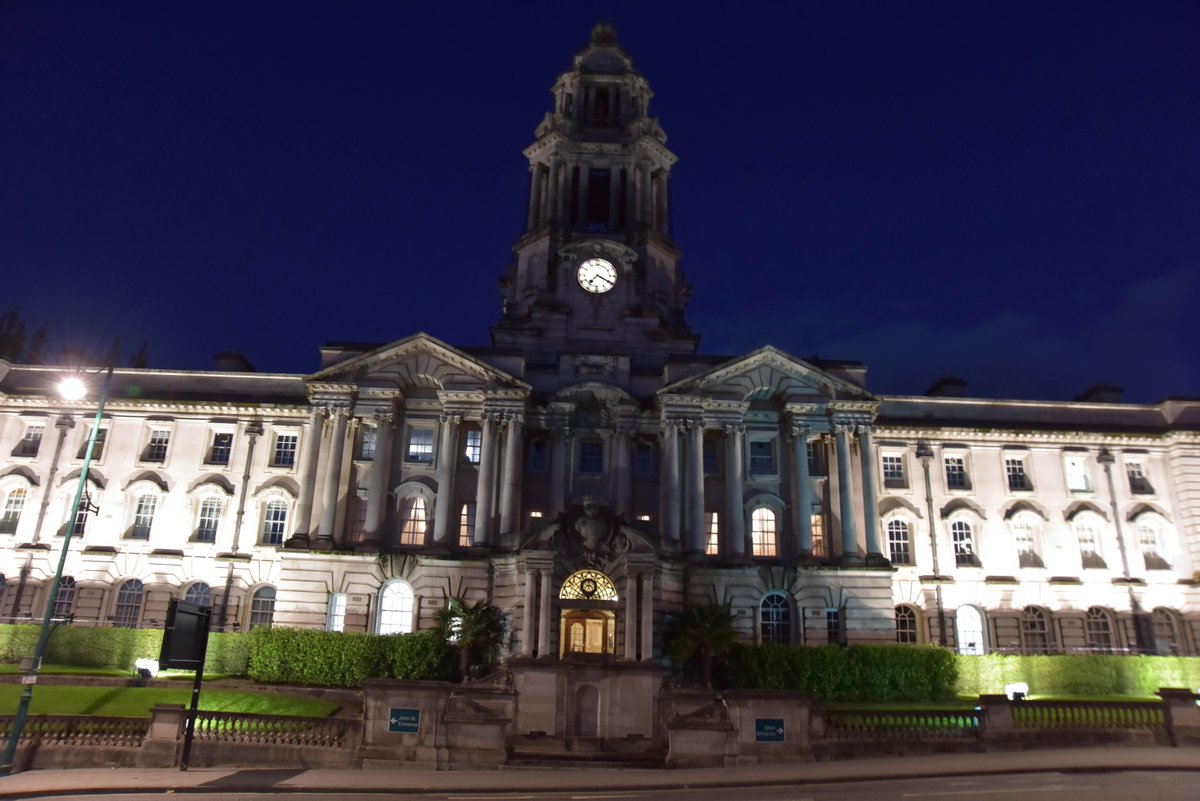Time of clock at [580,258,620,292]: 7:19
